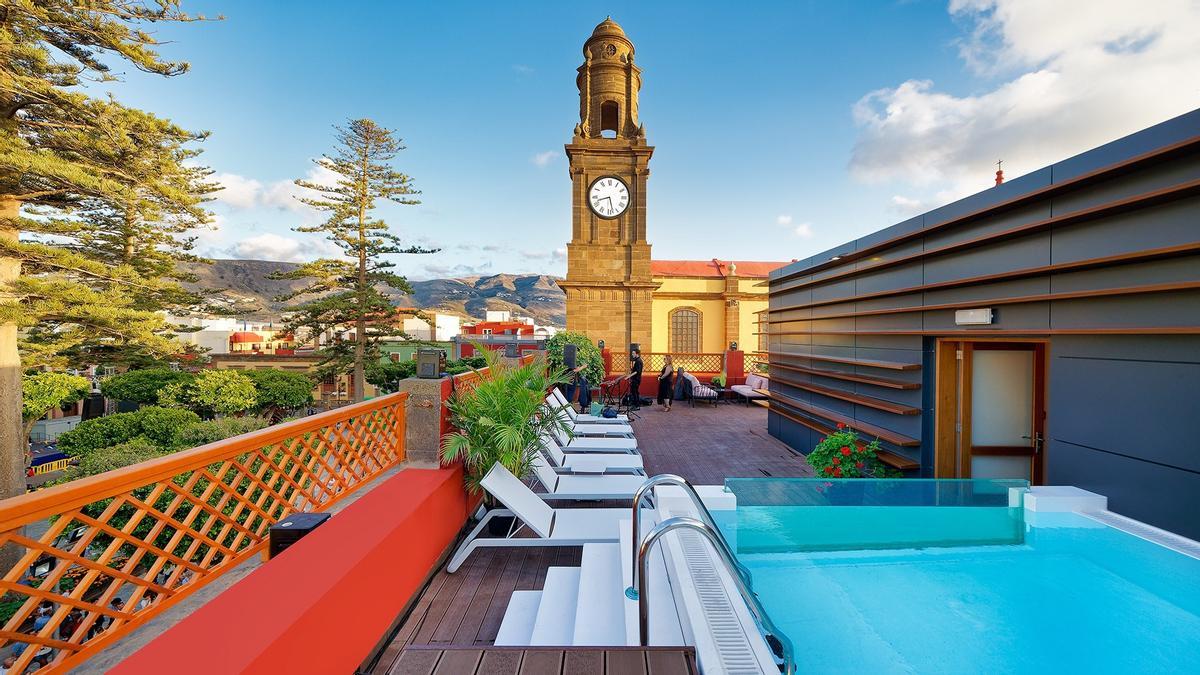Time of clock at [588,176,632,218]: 8:27
